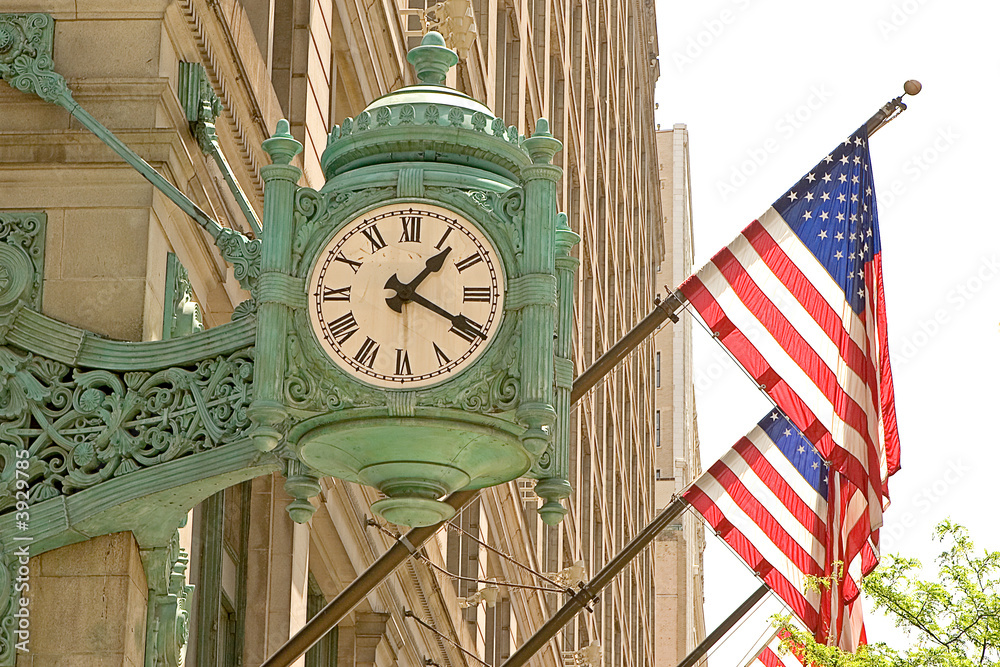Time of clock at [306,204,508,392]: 1:19
